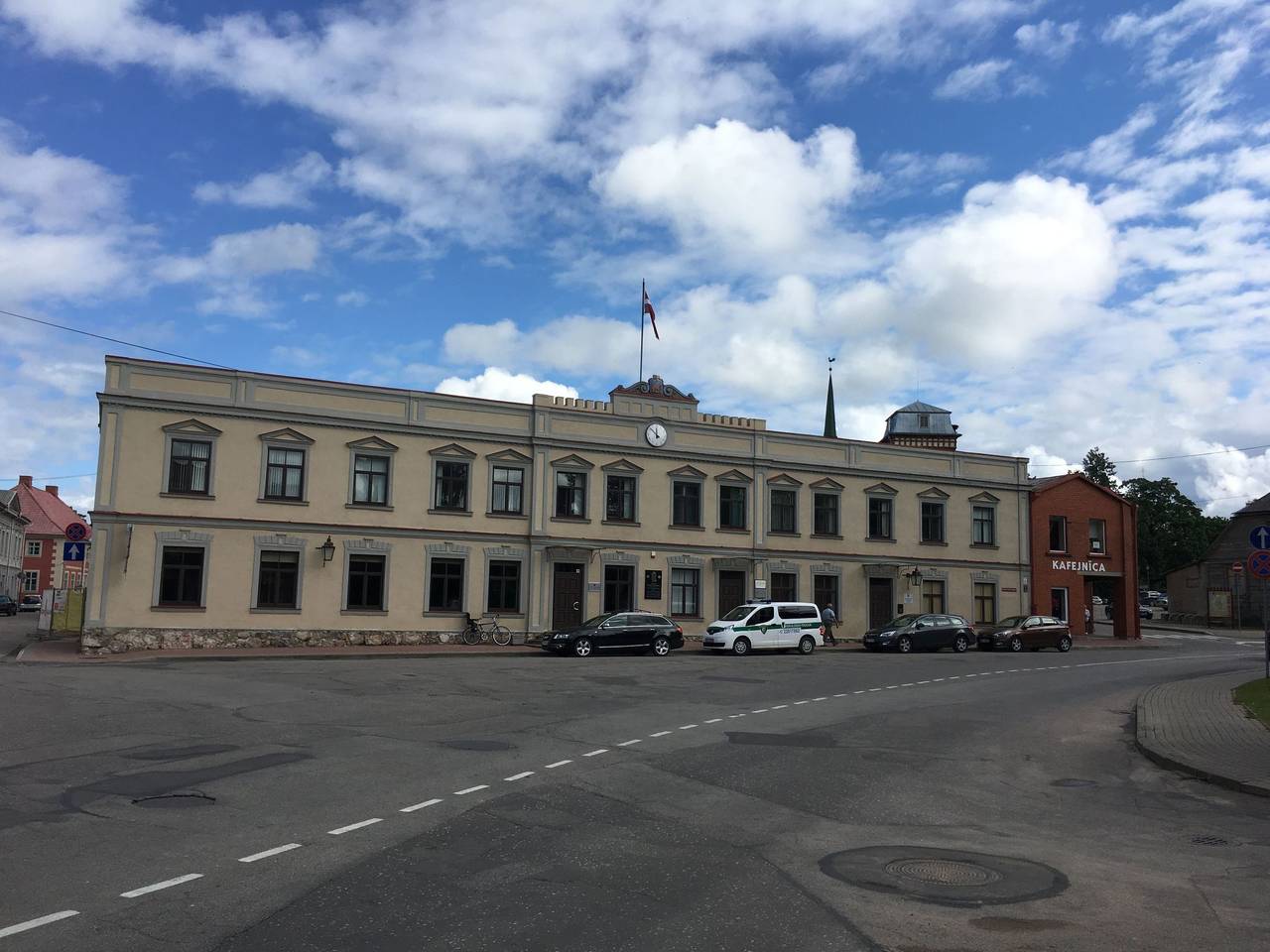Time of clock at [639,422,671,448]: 11:52
